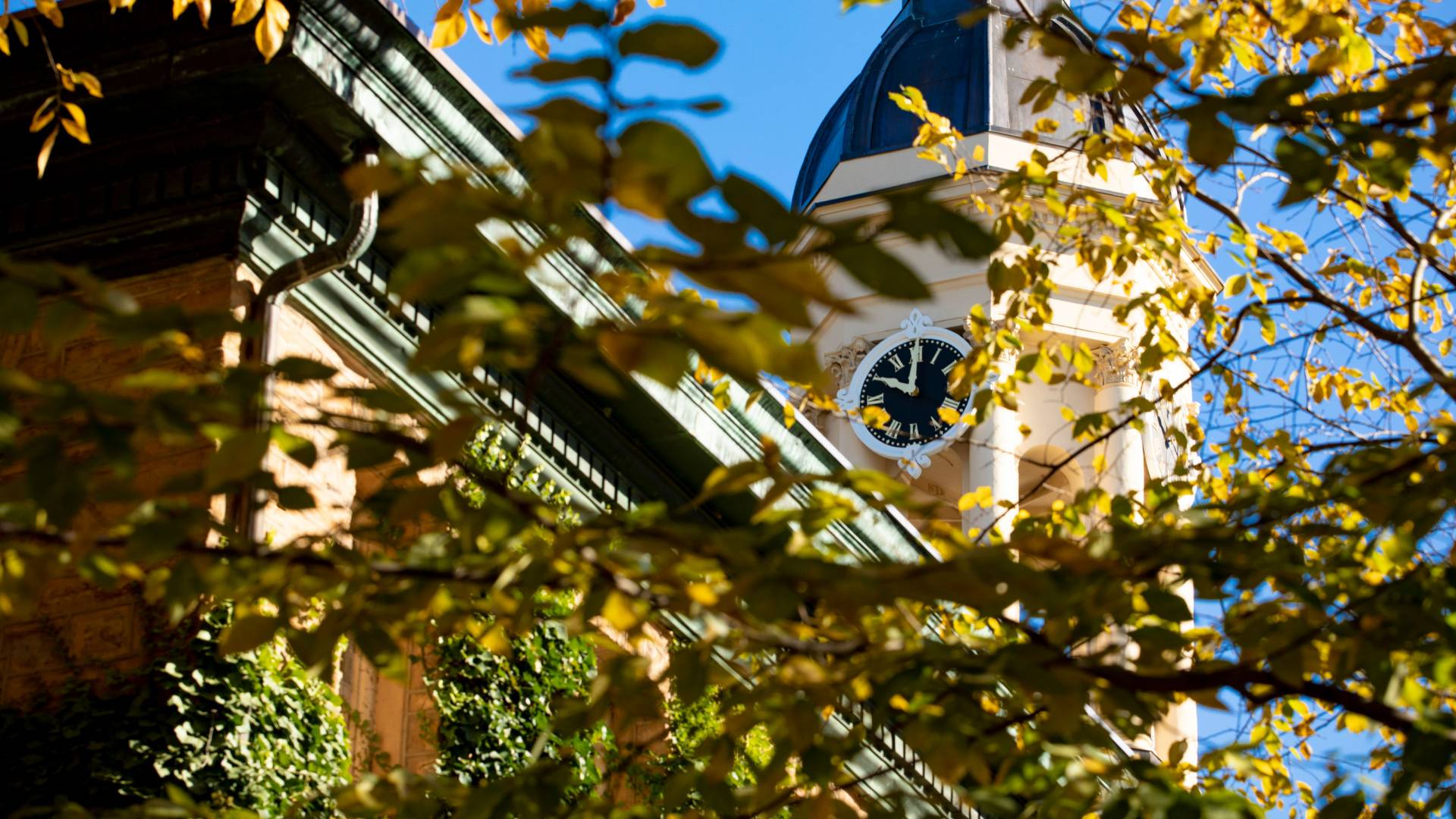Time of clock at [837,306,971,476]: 10:00
